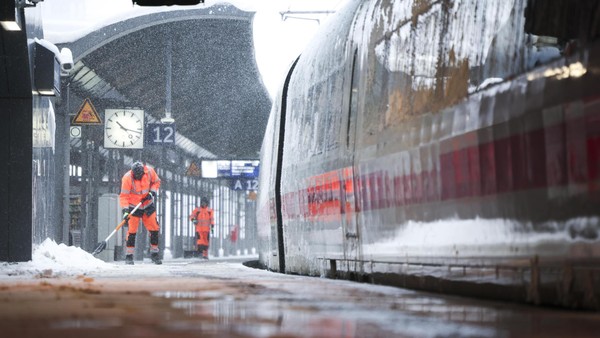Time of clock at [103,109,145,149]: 10:17
